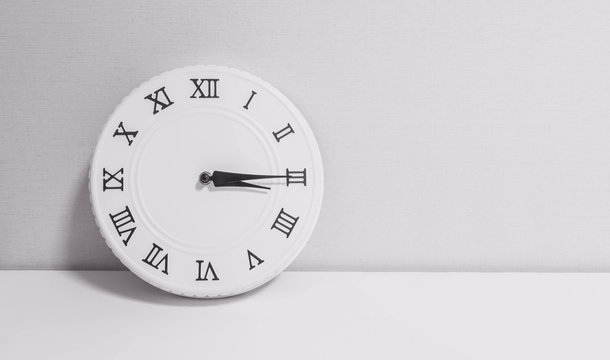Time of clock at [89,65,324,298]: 3:15
